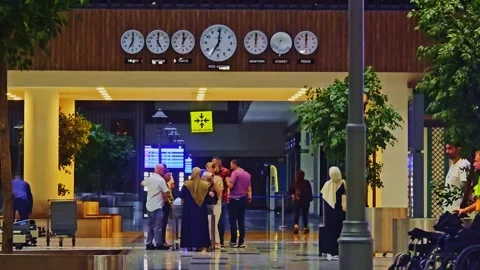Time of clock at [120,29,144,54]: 7:01
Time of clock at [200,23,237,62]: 7:01
